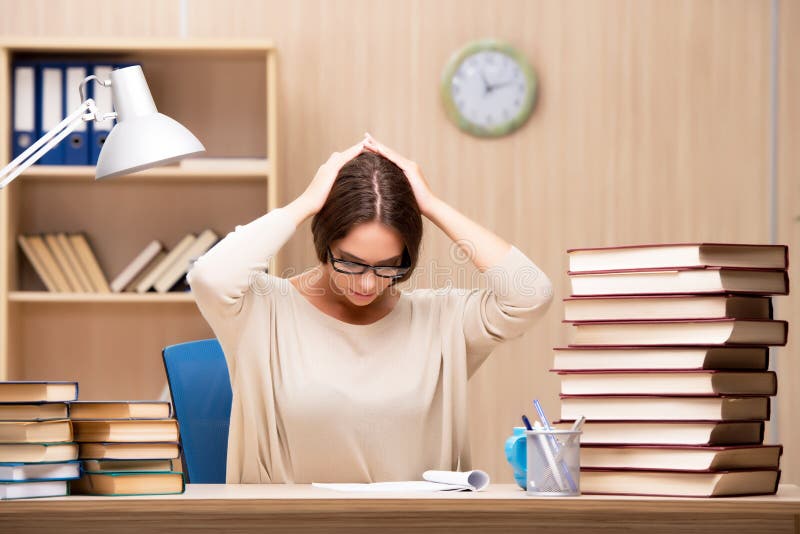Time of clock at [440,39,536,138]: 11:12
